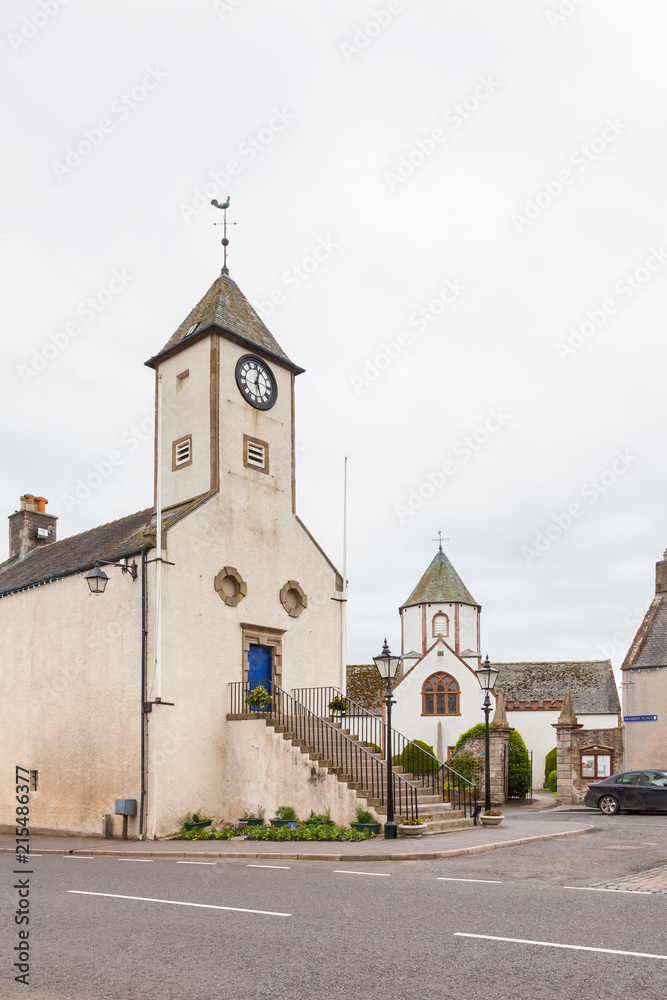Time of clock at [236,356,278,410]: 12:26
